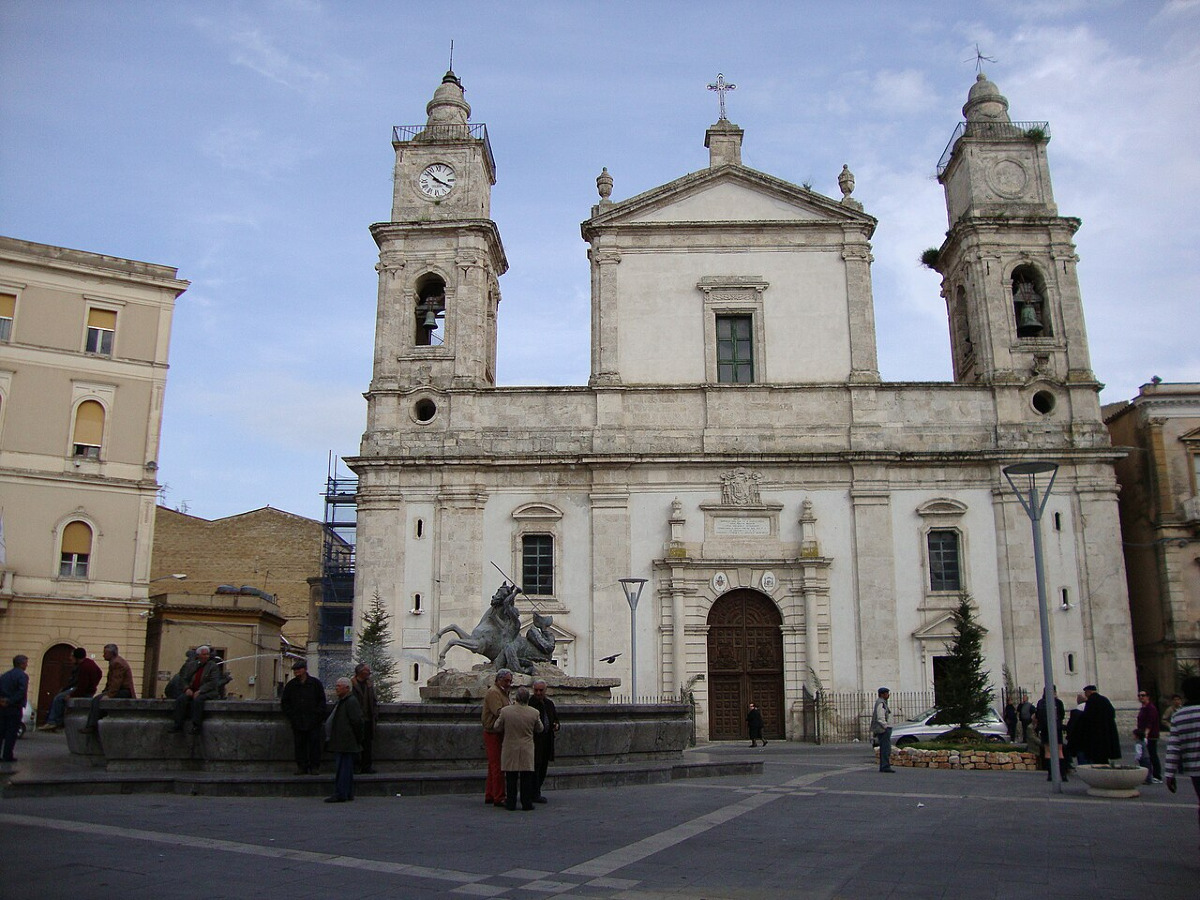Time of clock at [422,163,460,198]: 3:52
